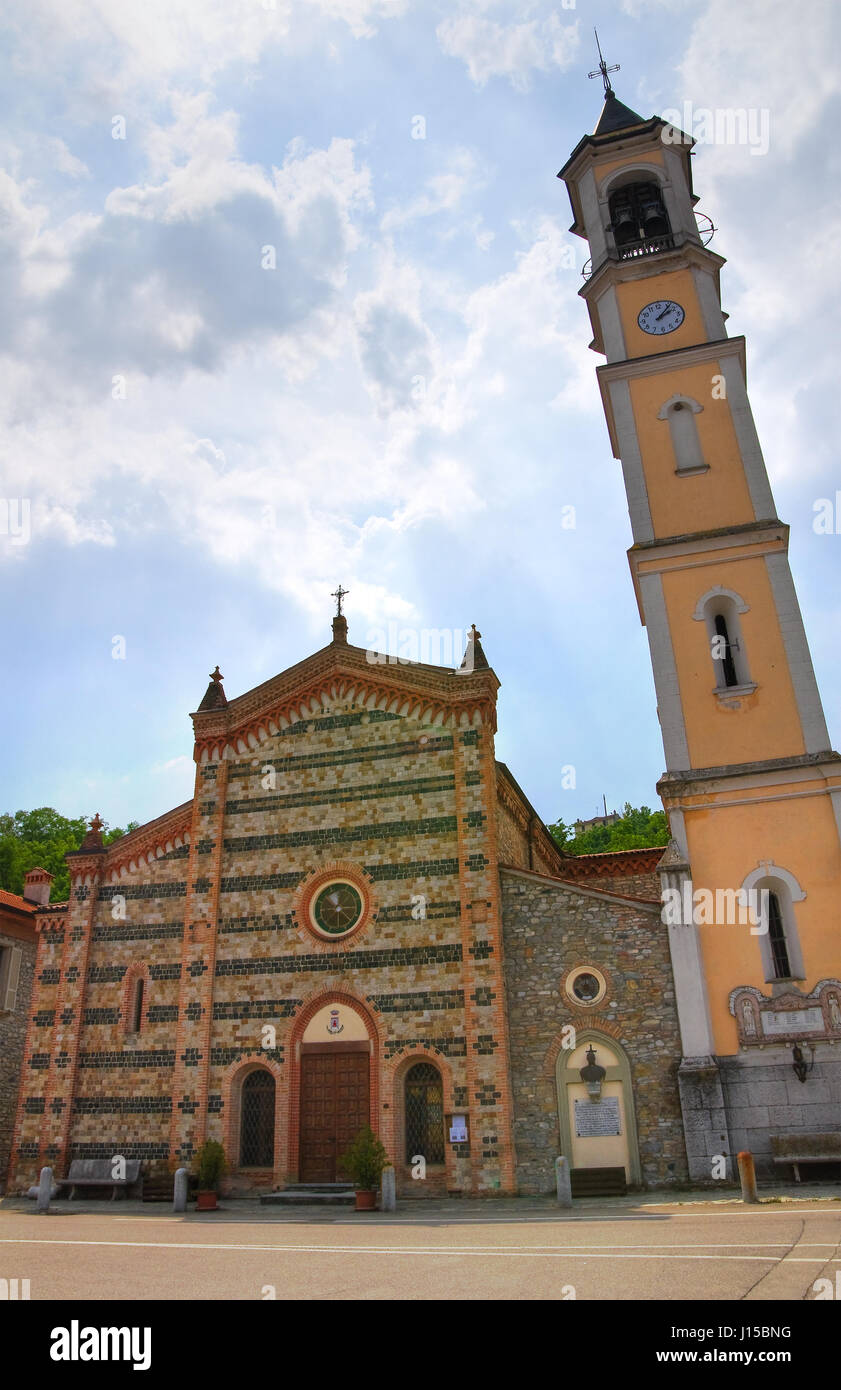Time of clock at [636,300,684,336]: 2:06
